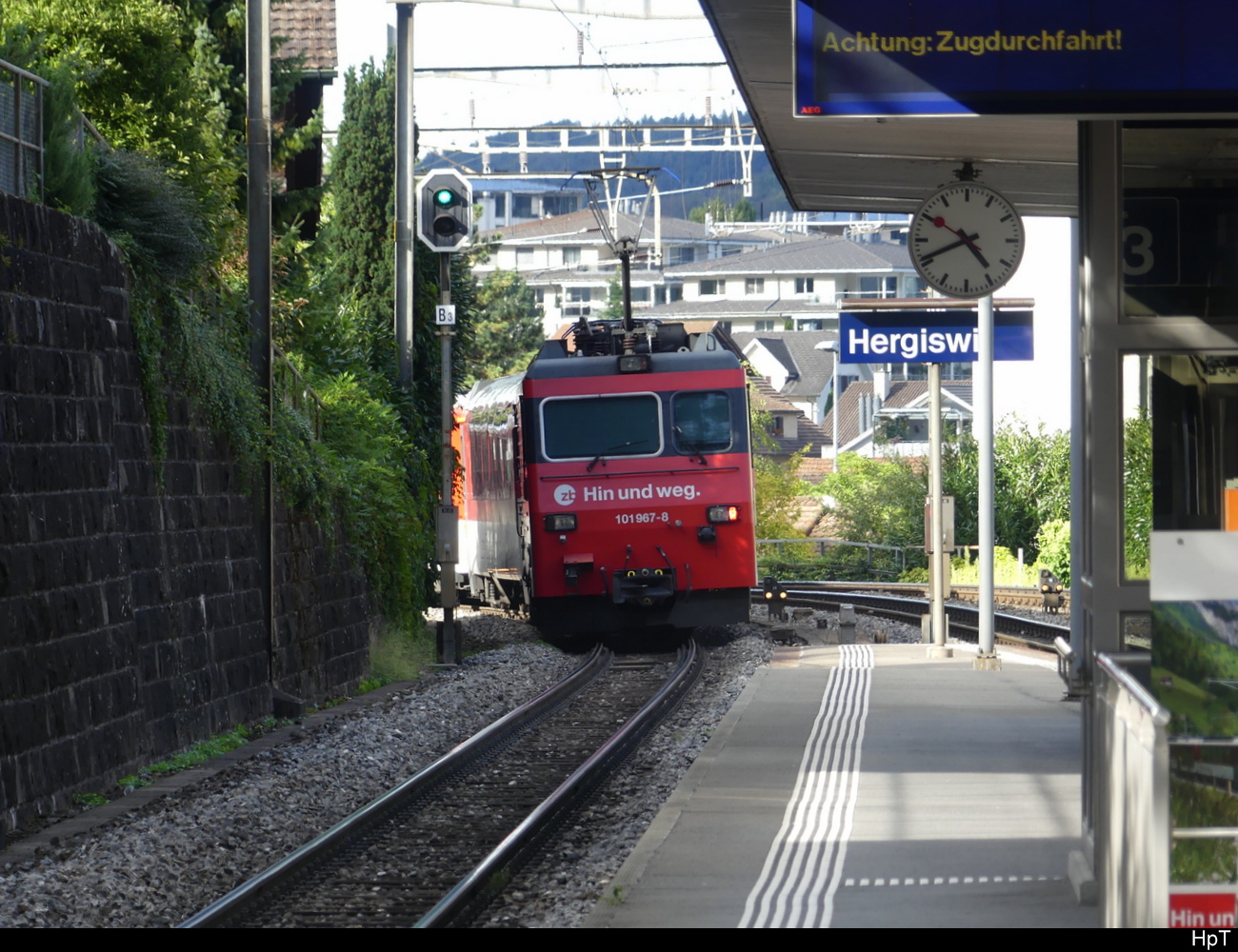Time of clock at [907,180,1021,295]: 4:40
